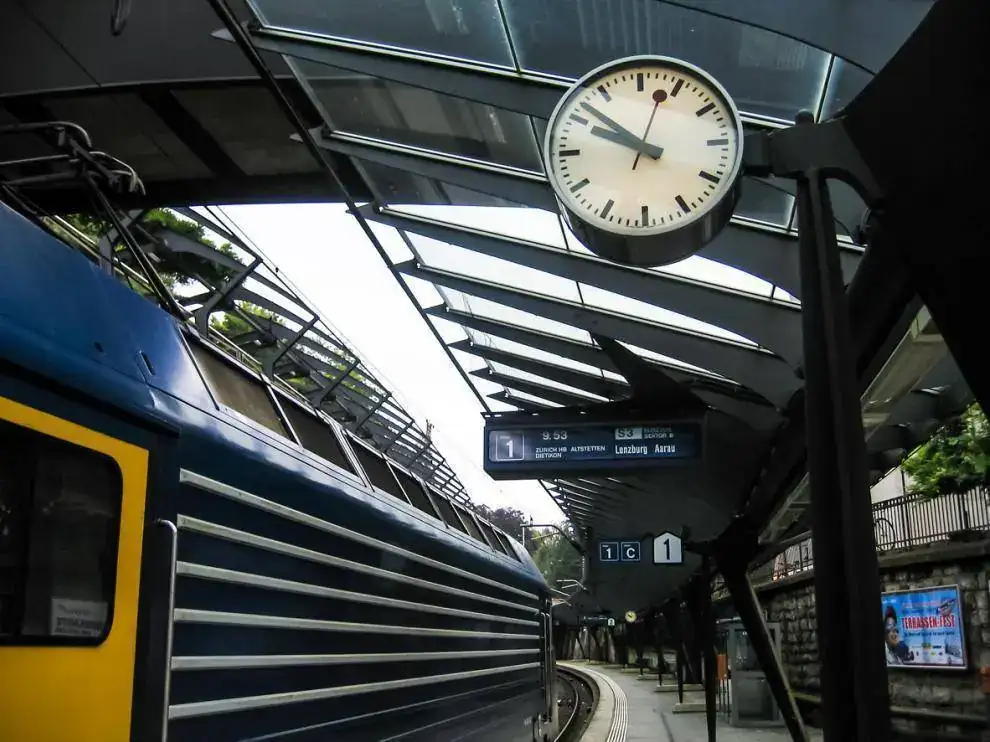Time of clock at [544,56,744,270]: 9:51
